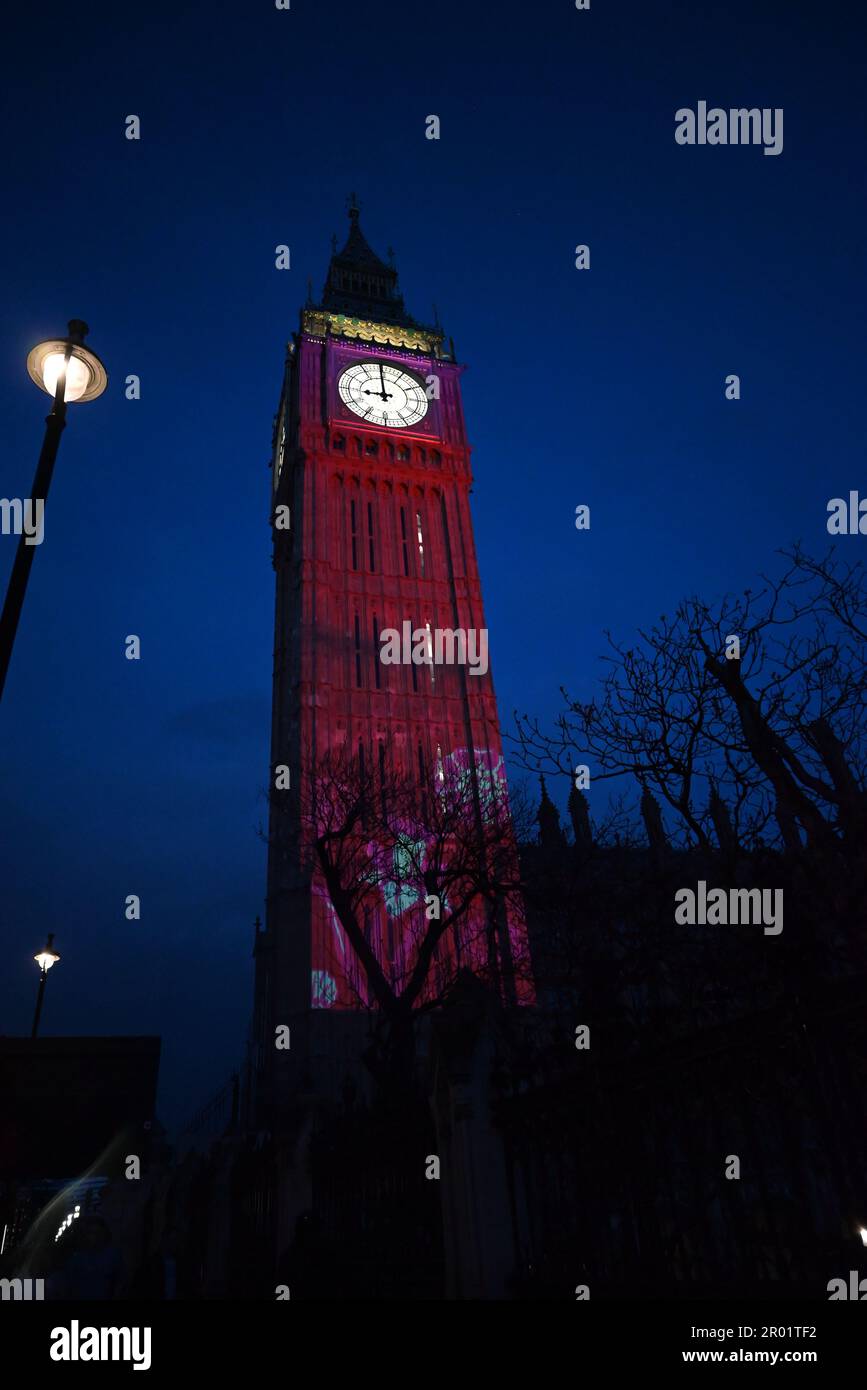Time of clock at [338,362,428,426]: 8:59
